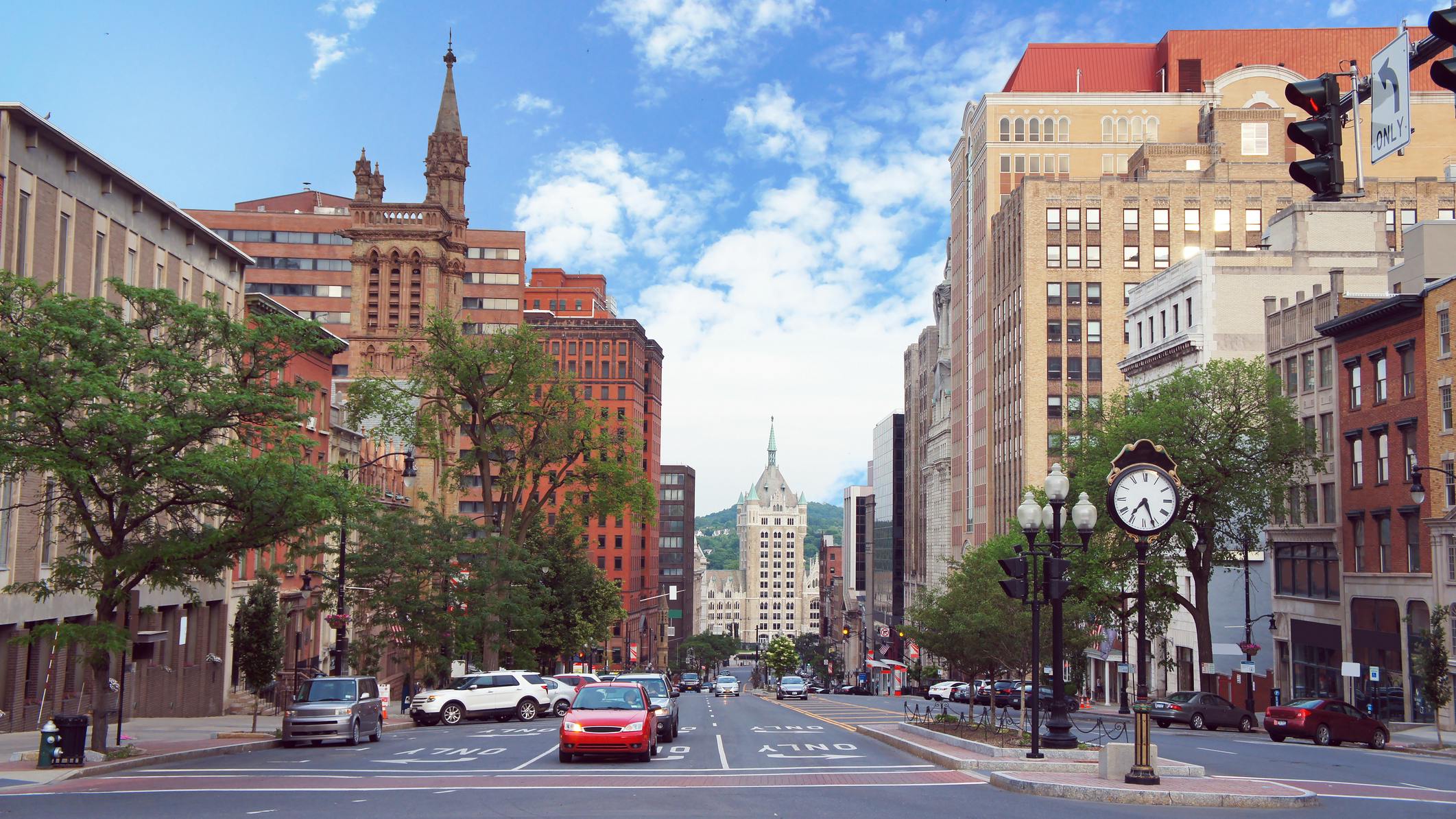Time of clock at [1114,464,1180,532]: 7:26
